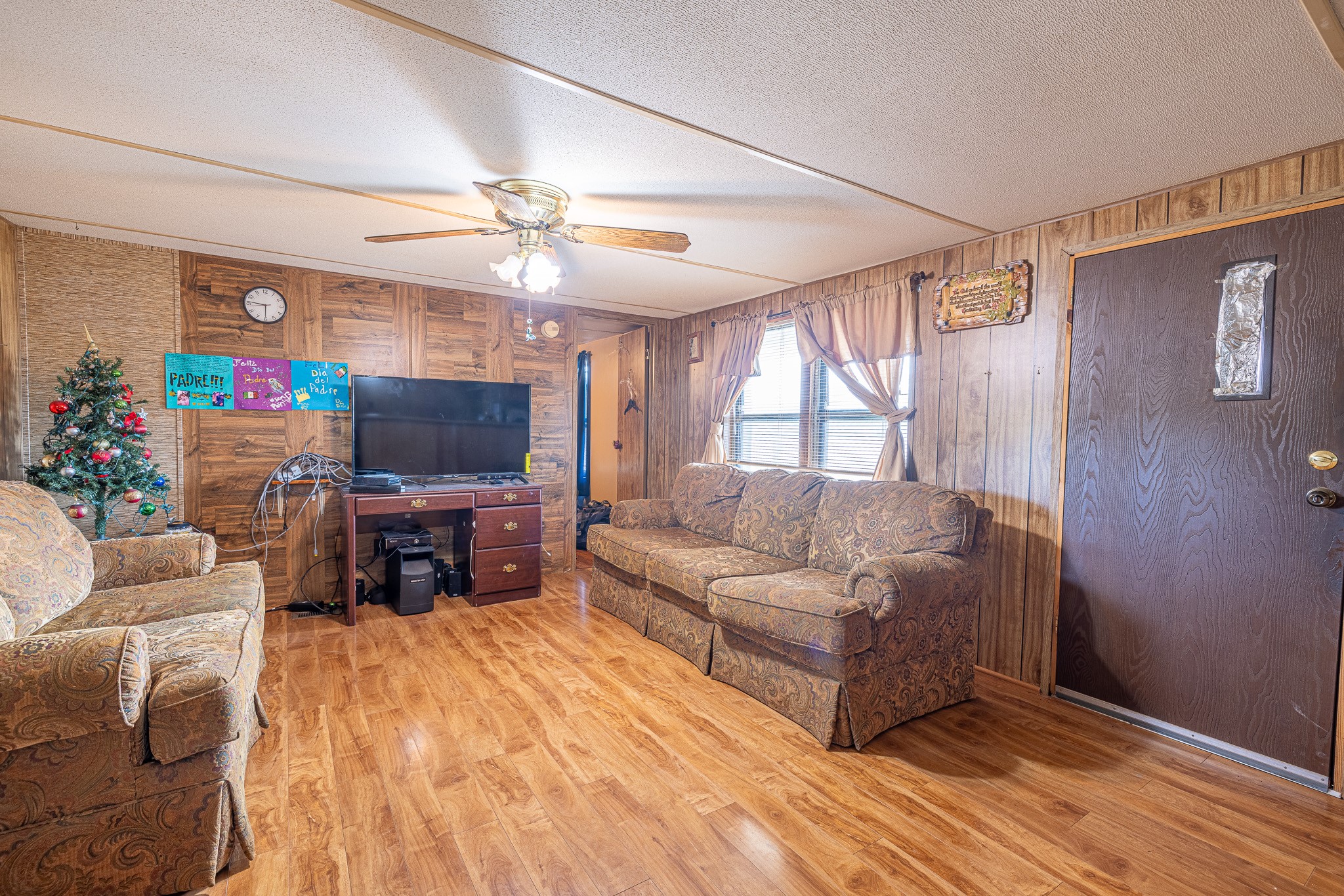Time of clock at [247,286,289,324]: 5:46
